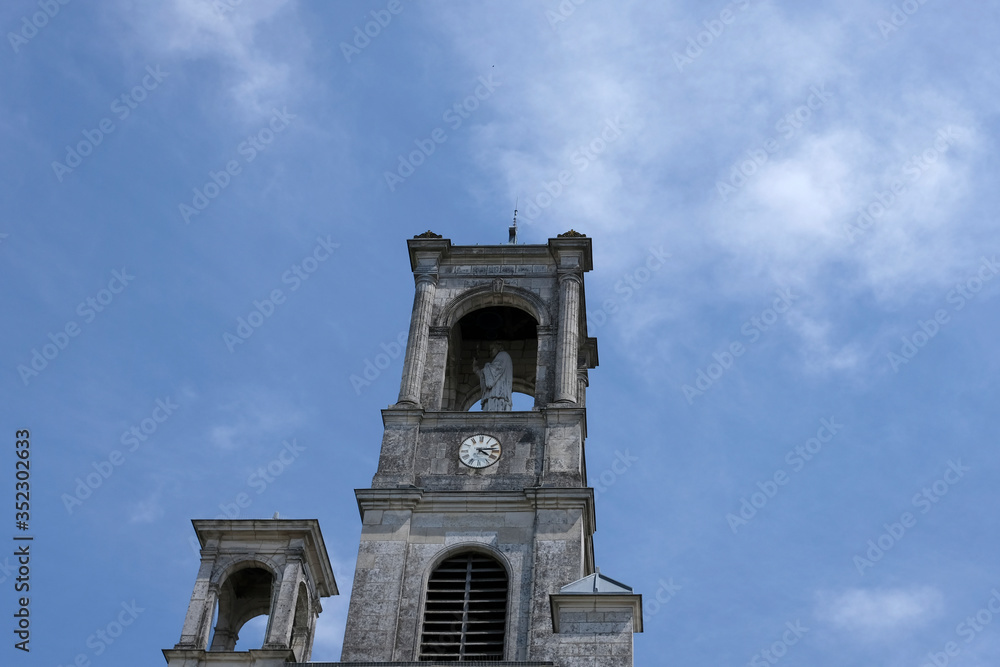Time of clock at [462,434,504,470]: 4:13
